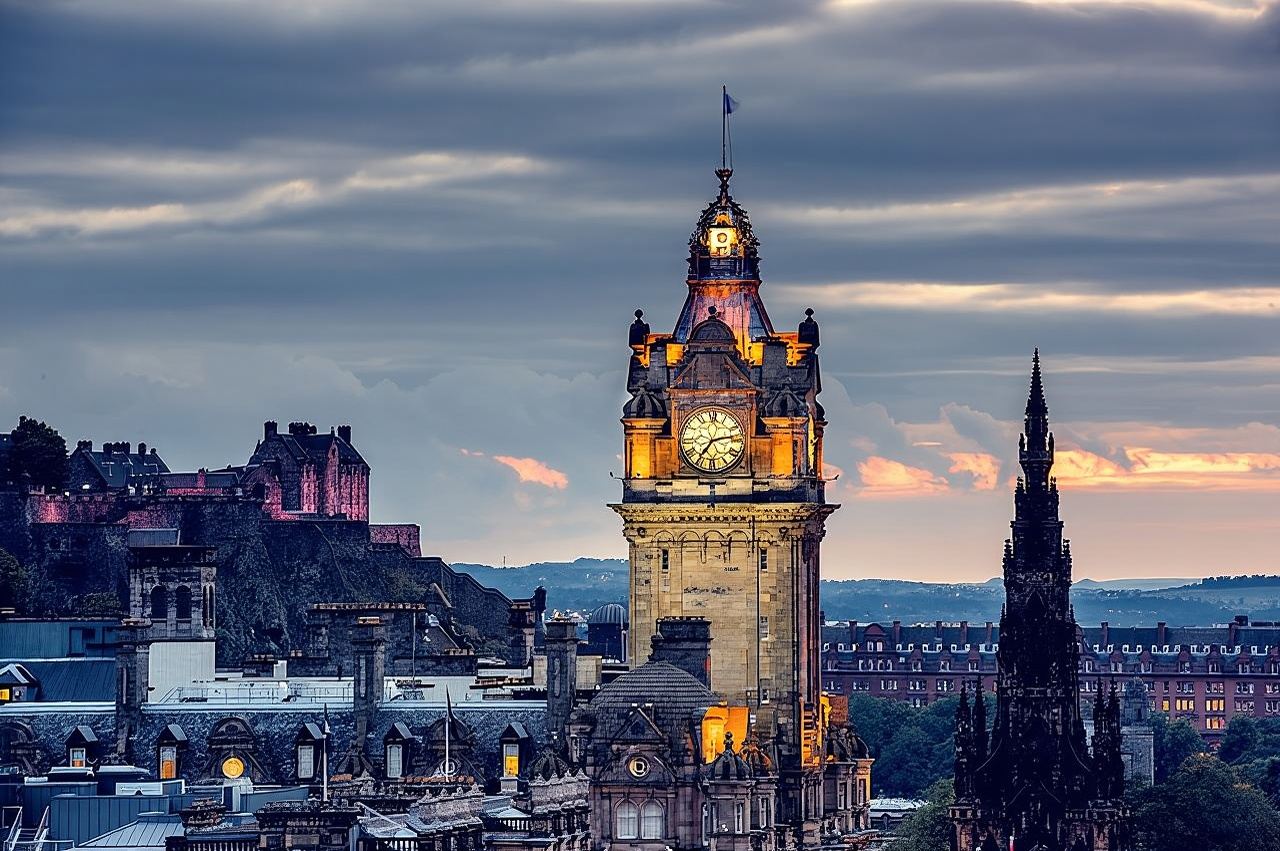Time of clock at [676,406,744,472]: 7:13
